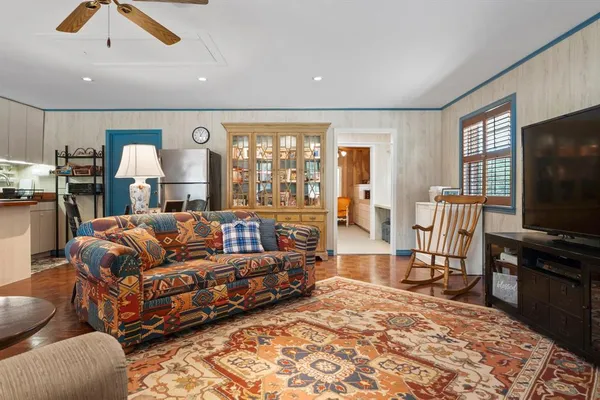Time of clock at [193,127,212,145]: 11:05
